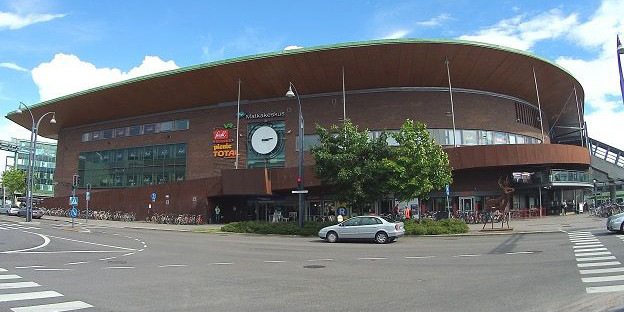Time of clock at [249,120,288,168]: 3:13
